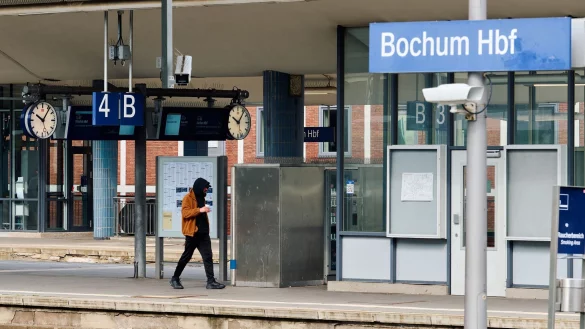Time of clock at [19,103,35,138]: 10:06
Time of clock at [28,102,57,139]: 10:06
